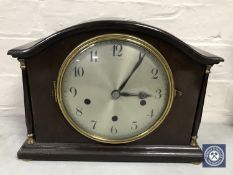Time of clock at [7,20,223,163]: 3:05
